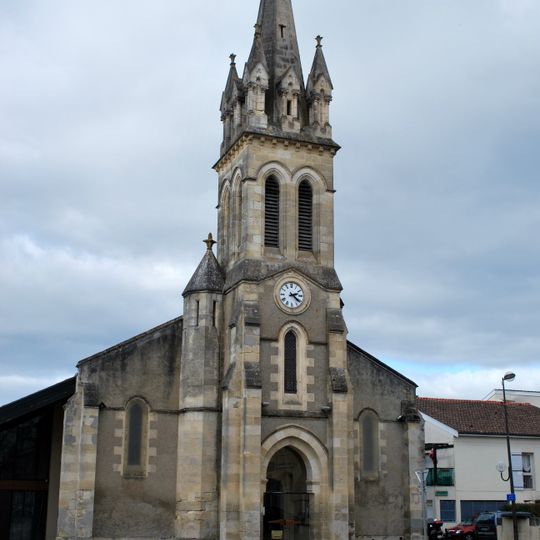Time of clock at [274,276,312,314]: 2:21
